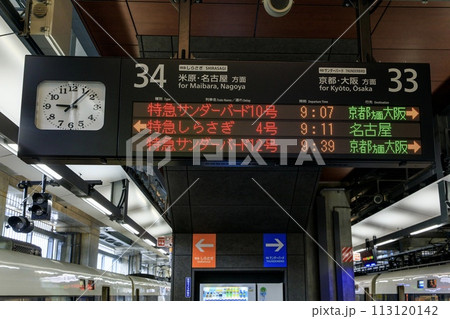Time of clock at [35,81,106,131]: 9:07
